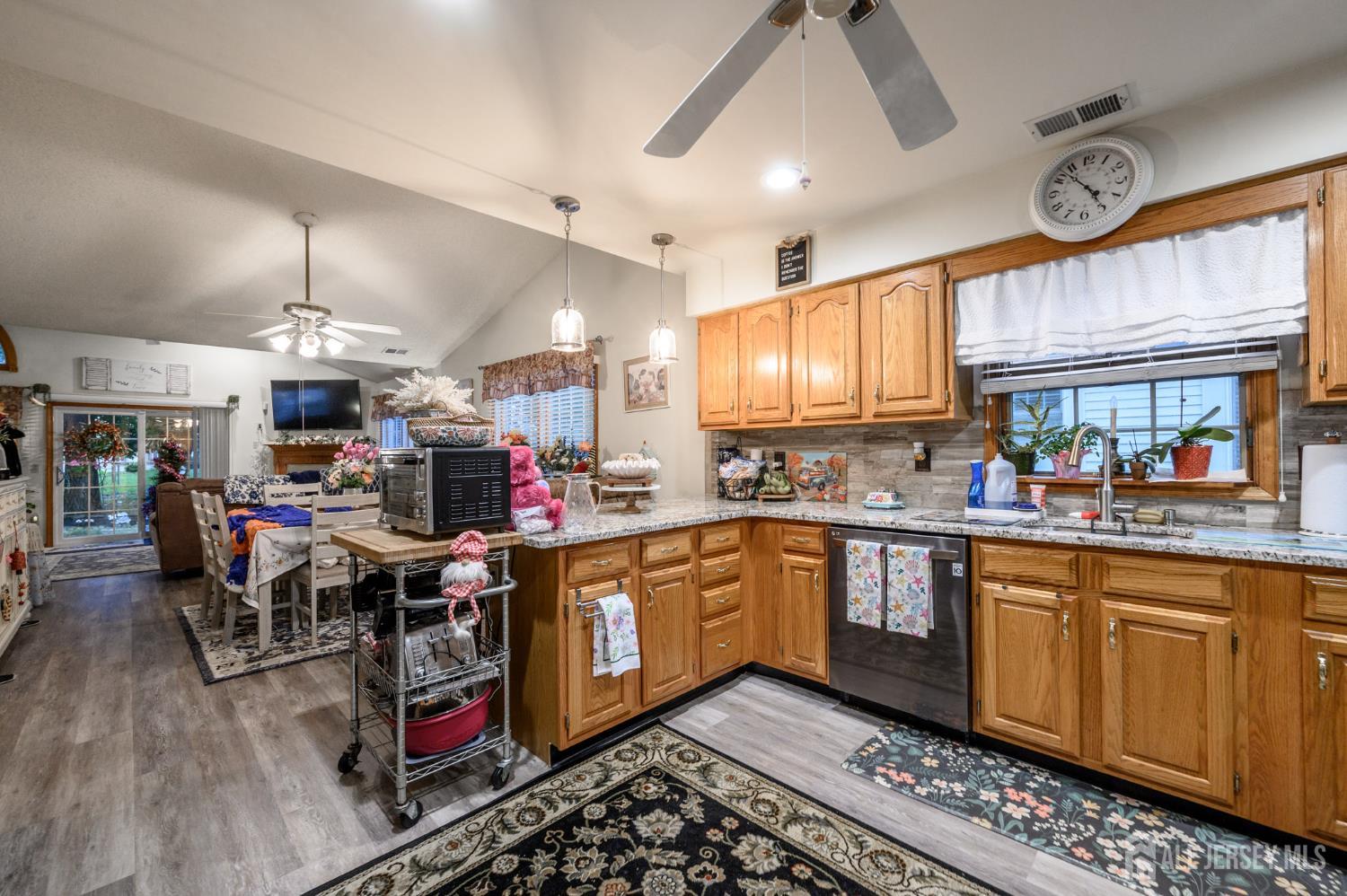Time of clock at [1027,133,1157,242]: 4:53
